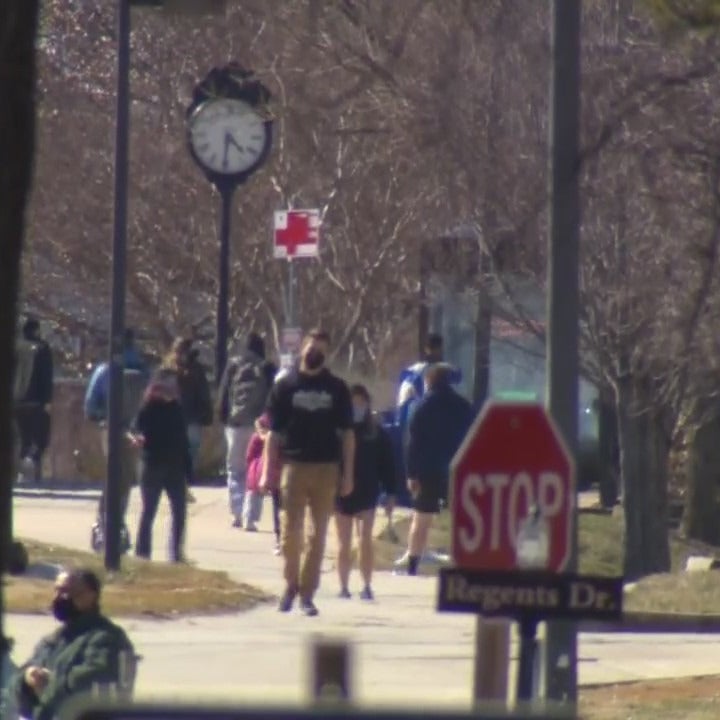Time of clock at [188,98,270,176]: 4:31
